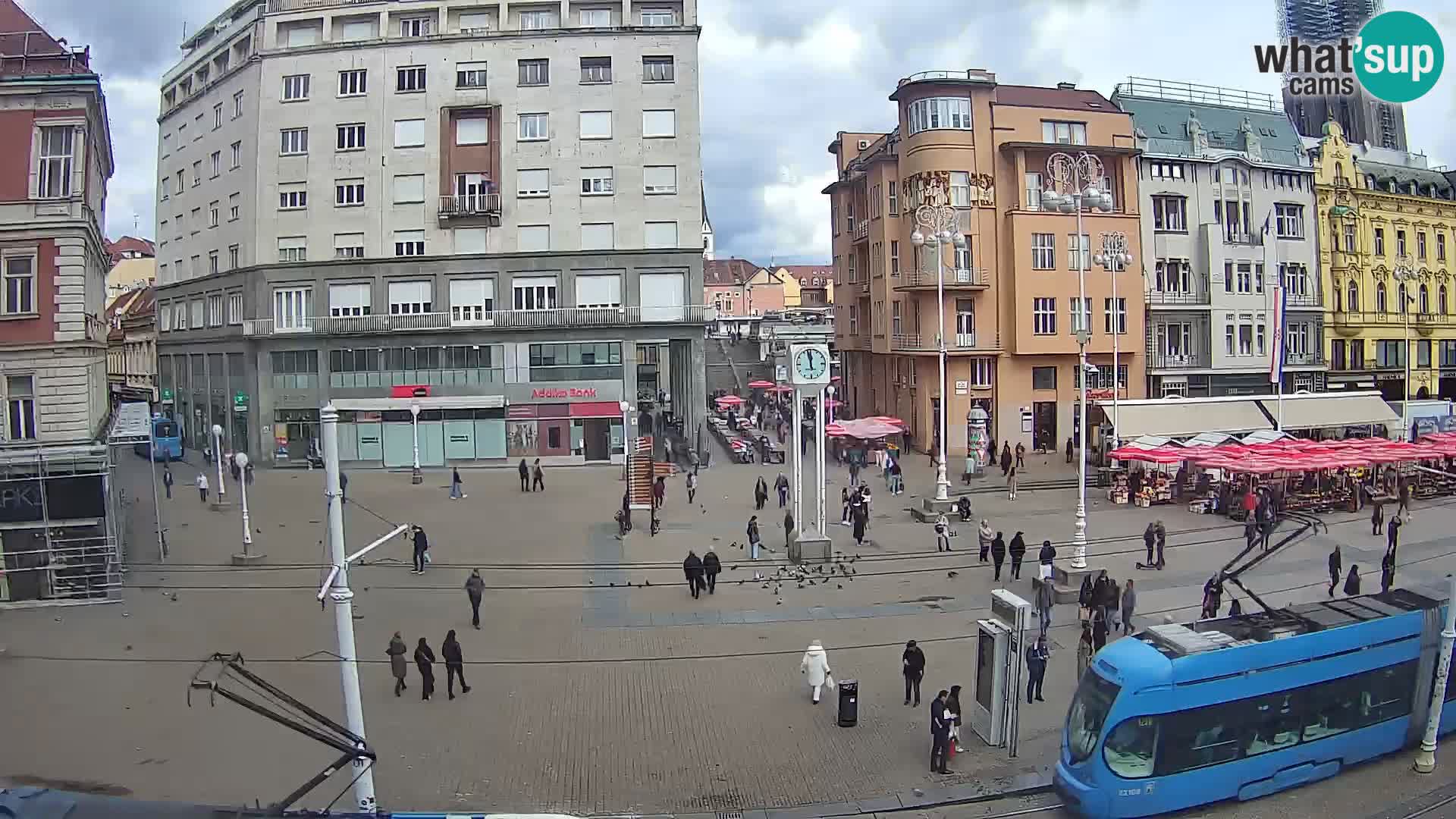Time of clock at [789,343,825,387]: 11:57
